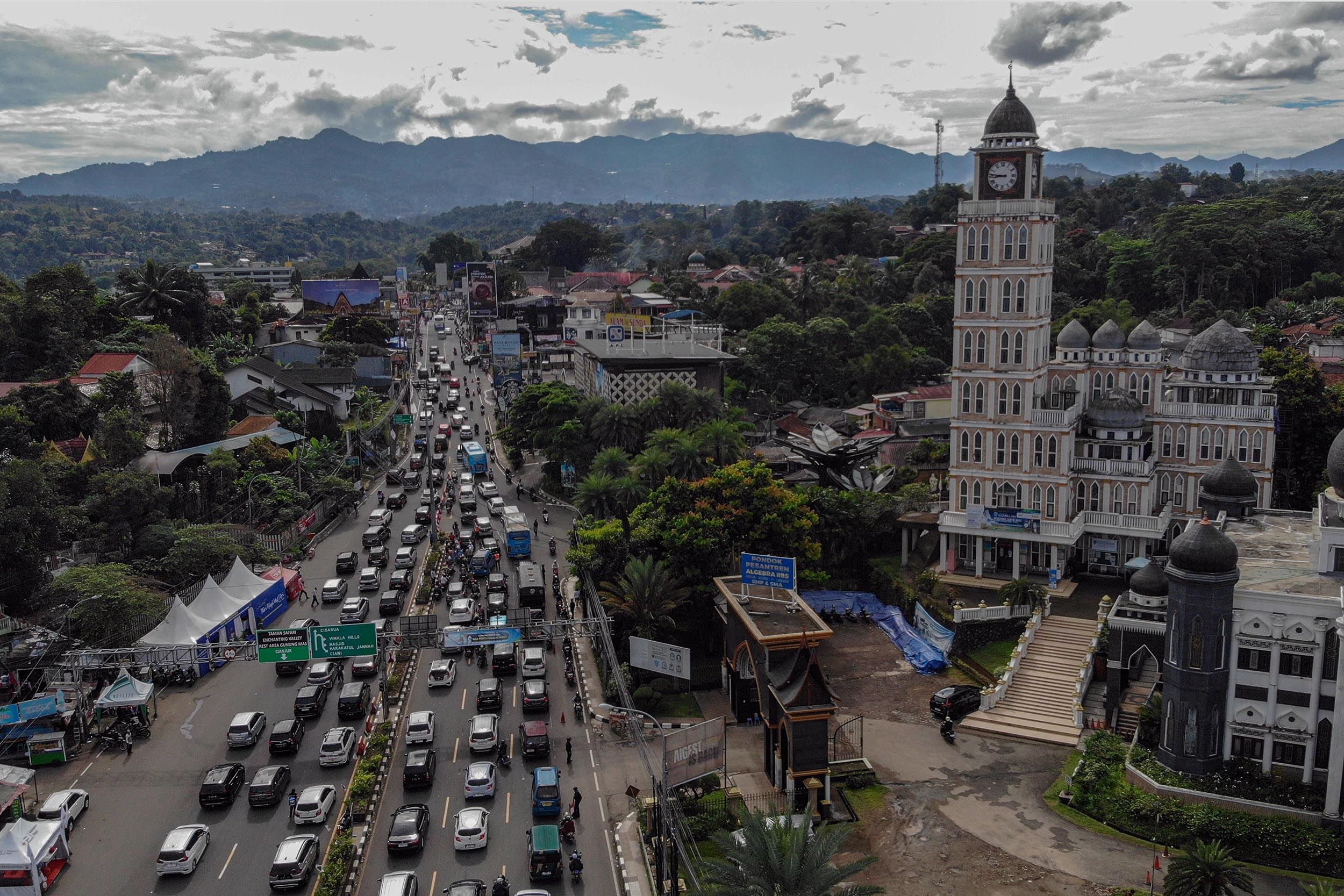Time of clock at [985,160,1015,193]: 8:46
